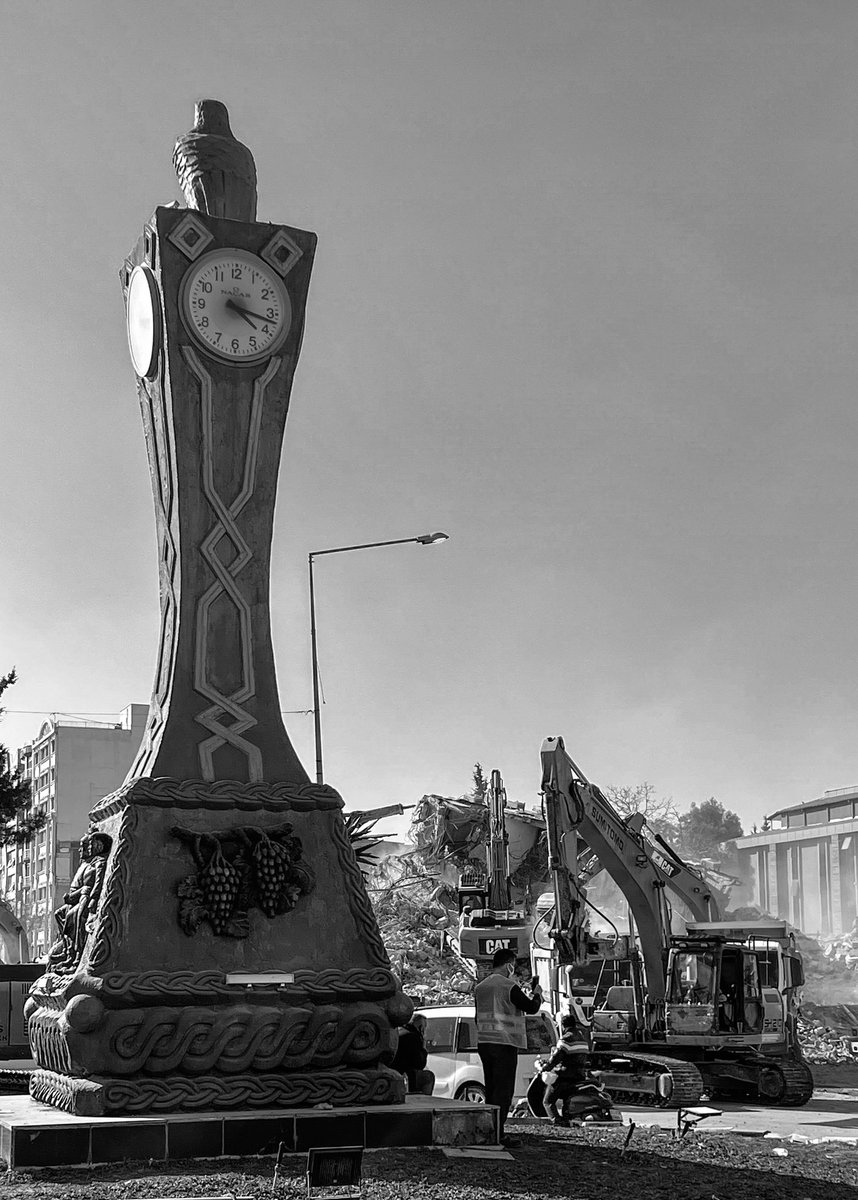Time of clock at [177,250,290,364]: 4:17
